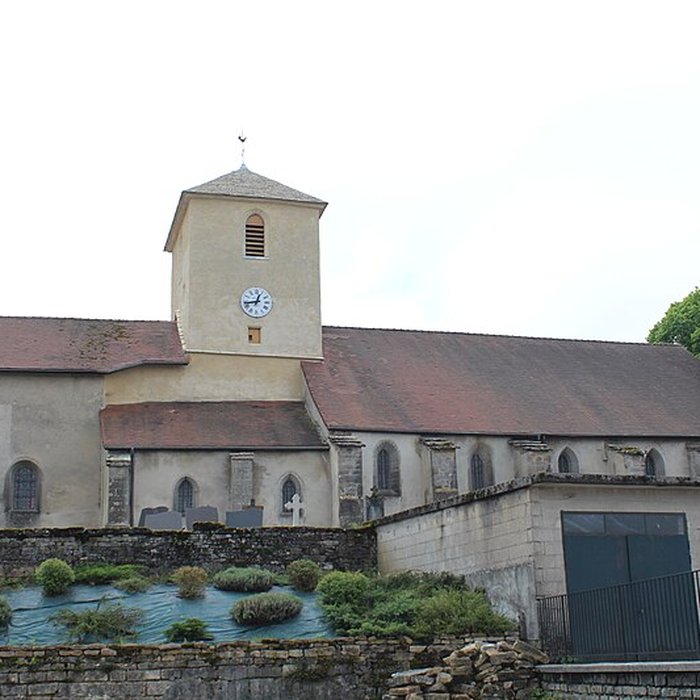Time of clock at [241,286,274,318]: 12:43
